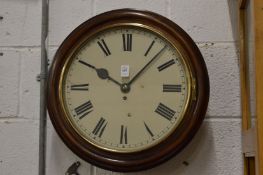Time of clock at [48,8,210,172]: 10:07
